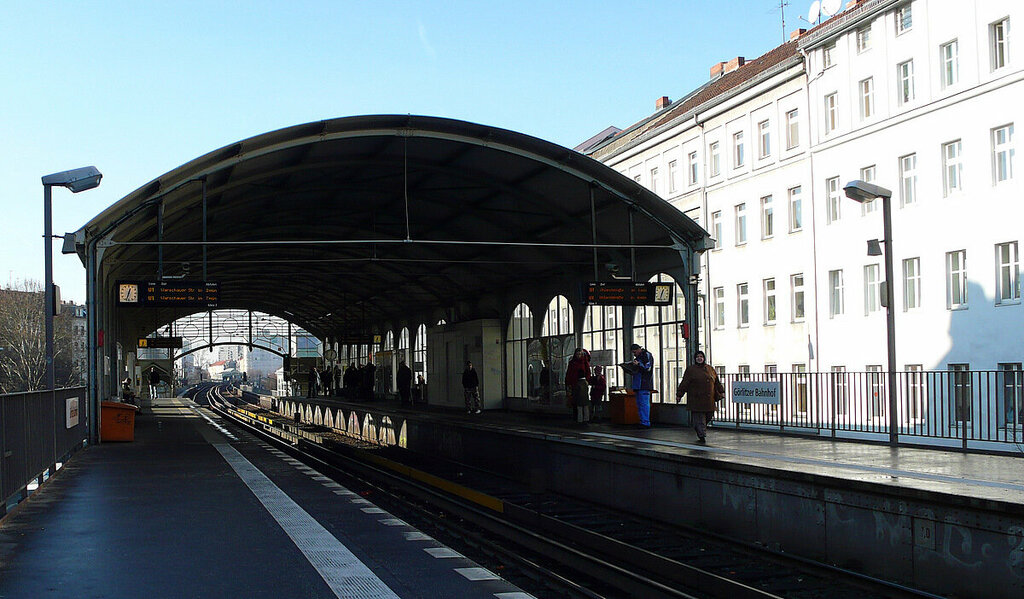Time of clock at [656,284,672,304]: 12:32
